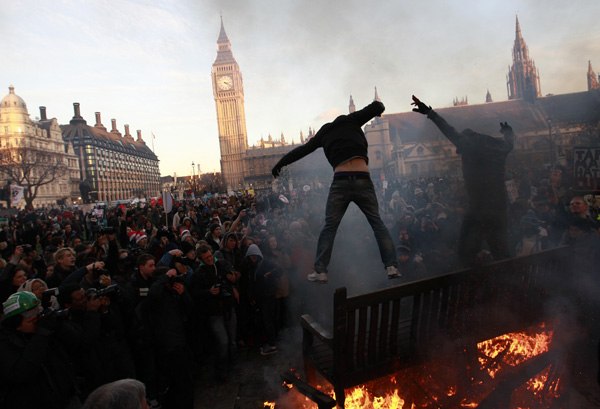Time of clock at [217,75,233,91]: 3:21
